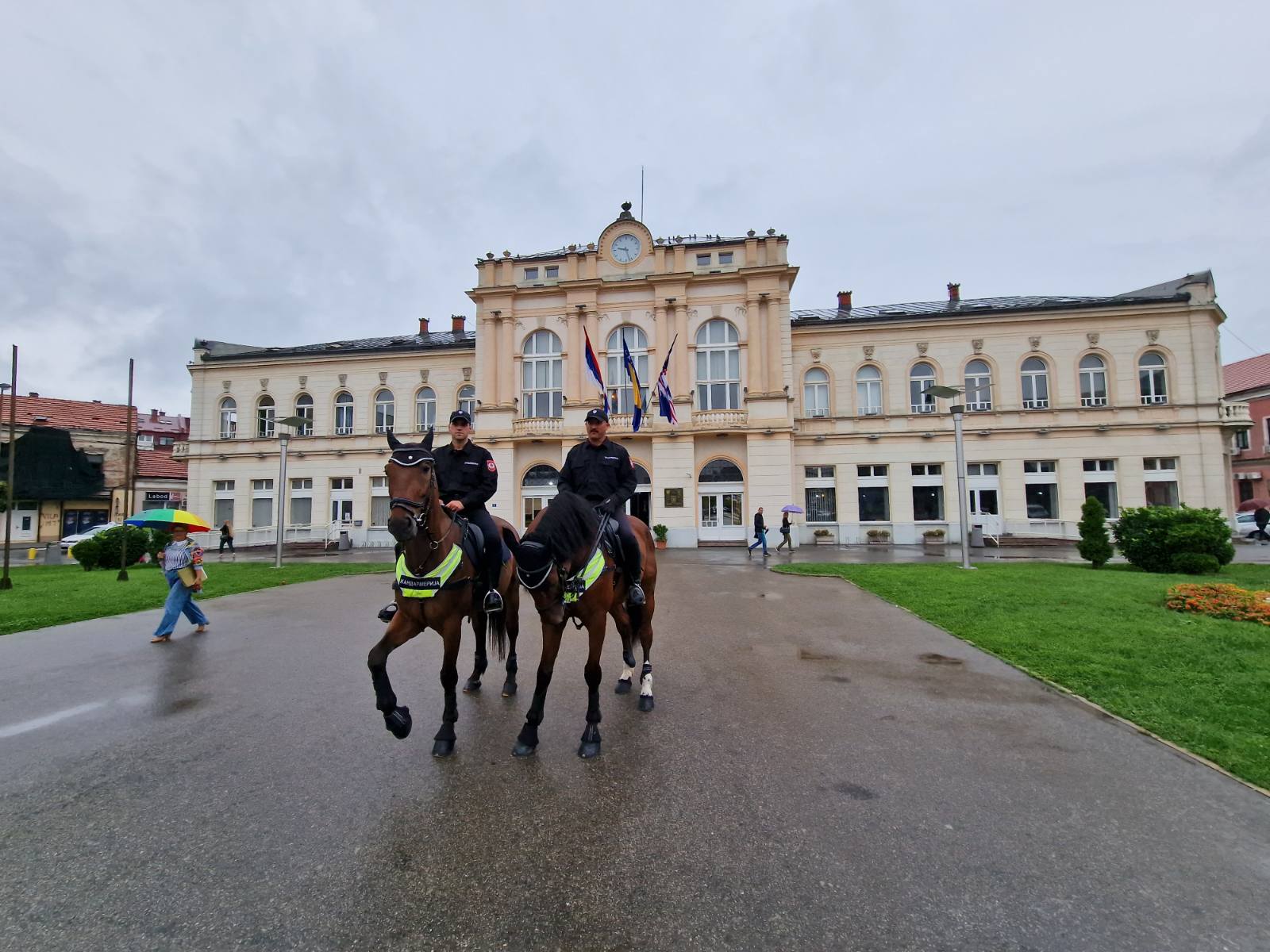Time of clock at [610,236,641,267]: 9:27
